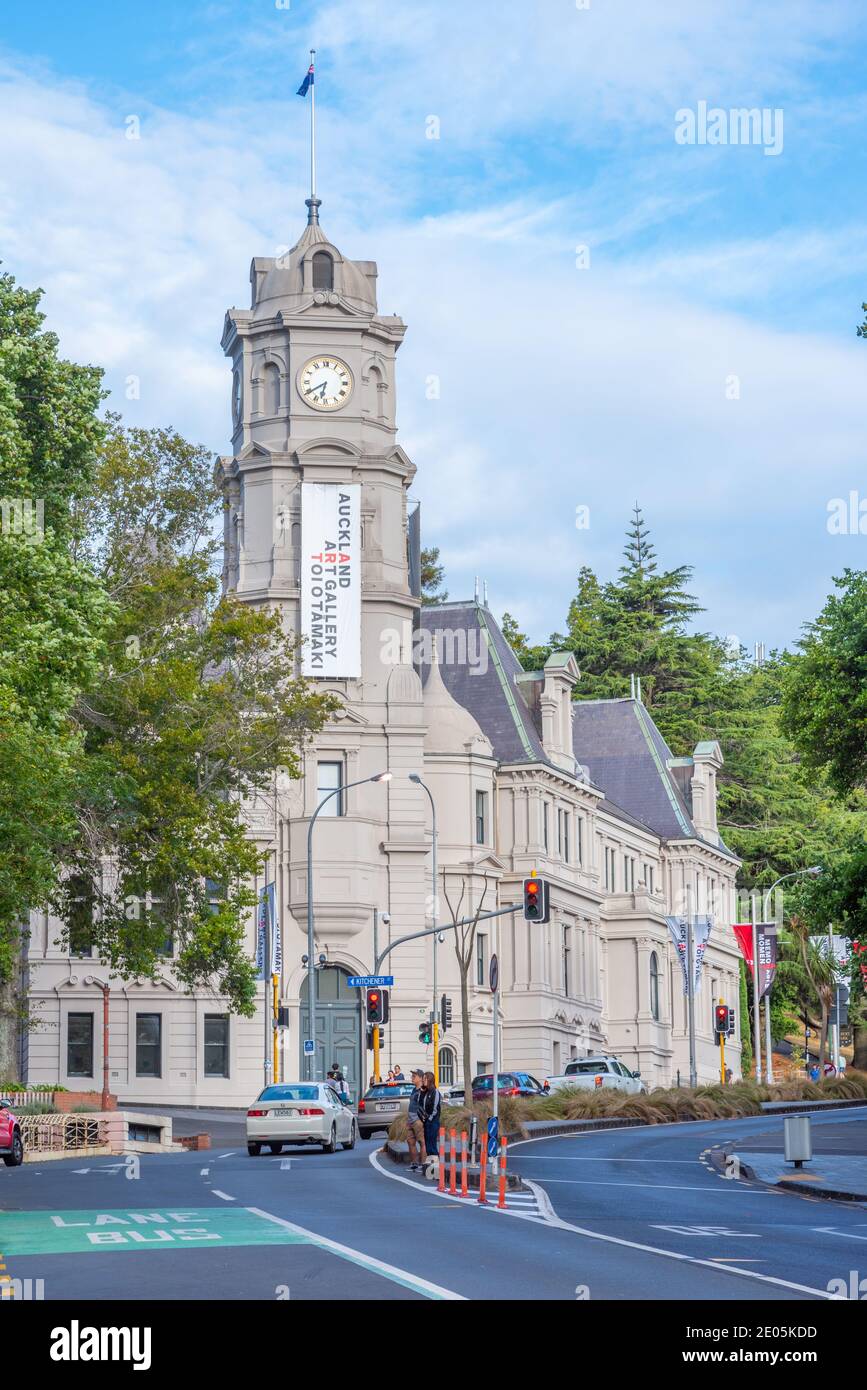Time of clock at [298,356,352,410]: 6:39
